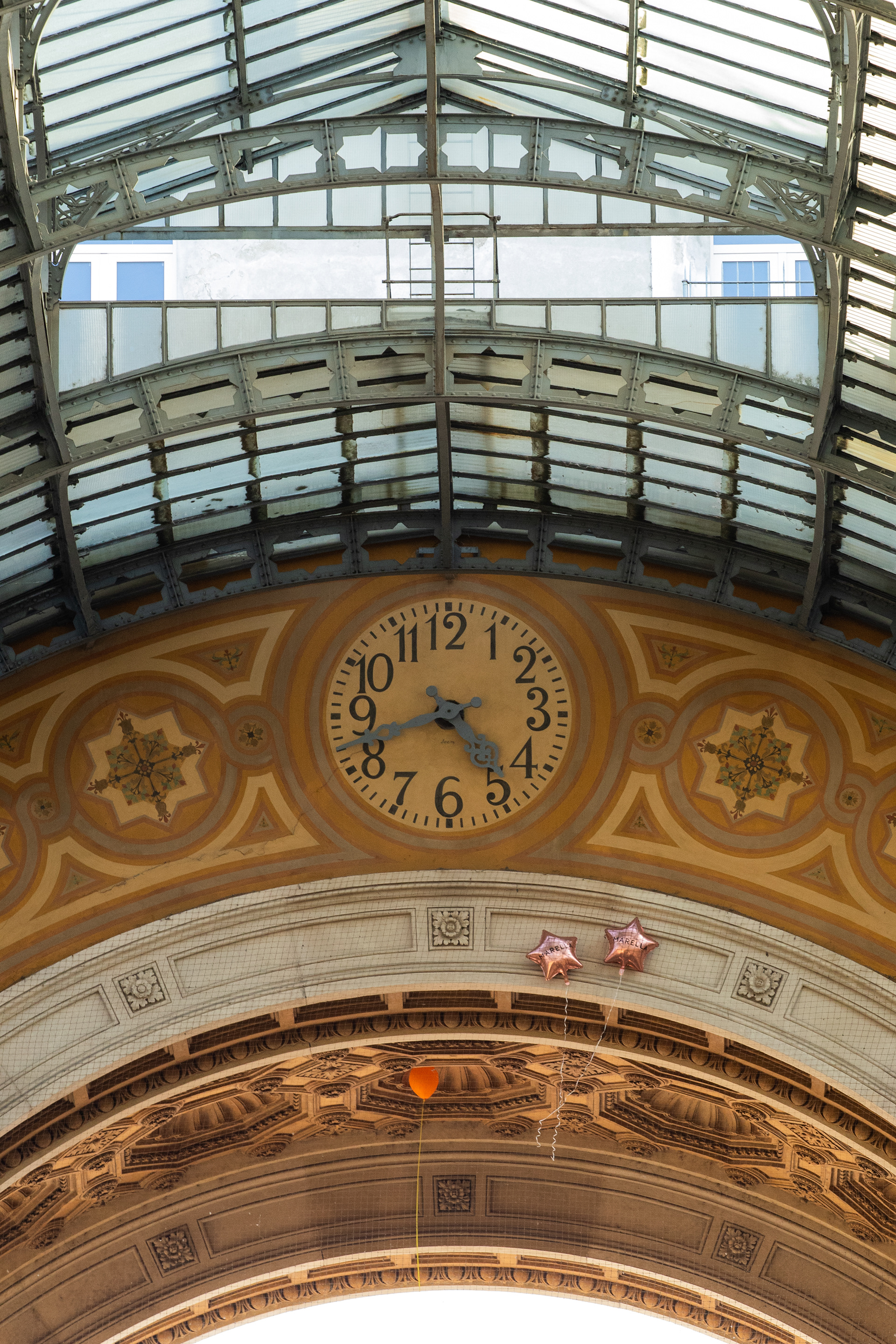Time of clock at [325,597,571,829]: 4:42
